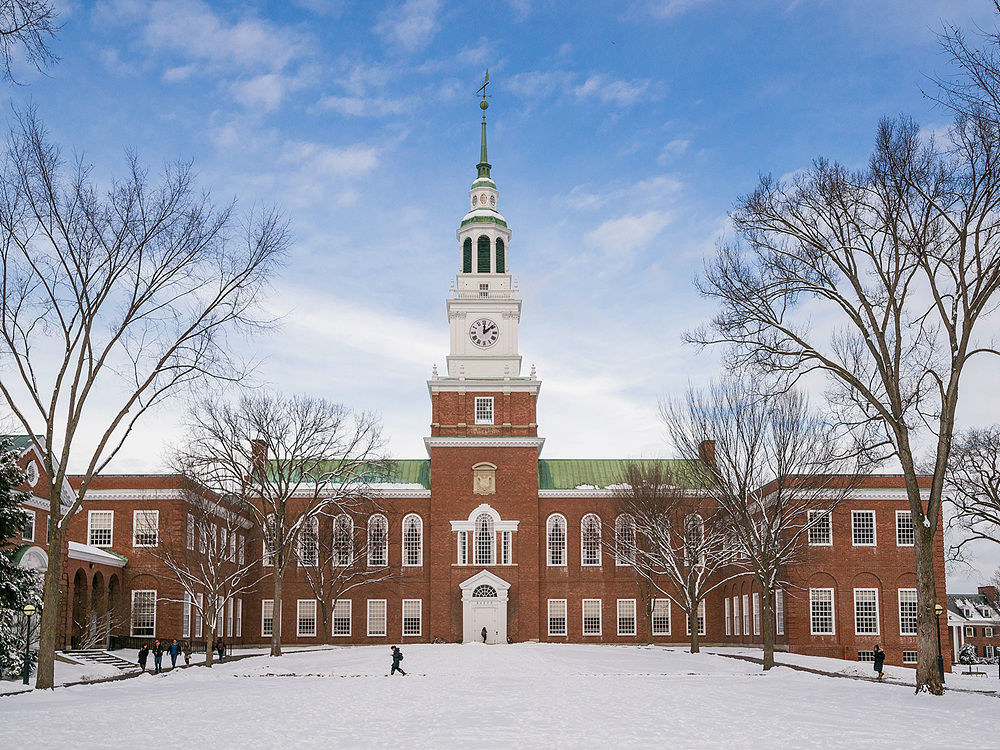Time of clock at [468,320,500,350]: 12:08
